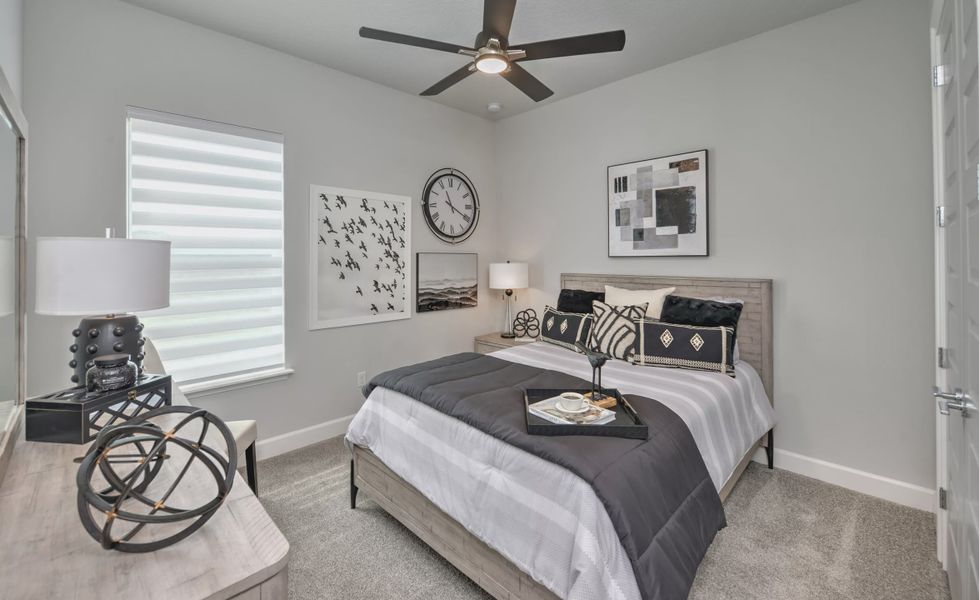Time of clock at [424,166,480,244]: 11:19
